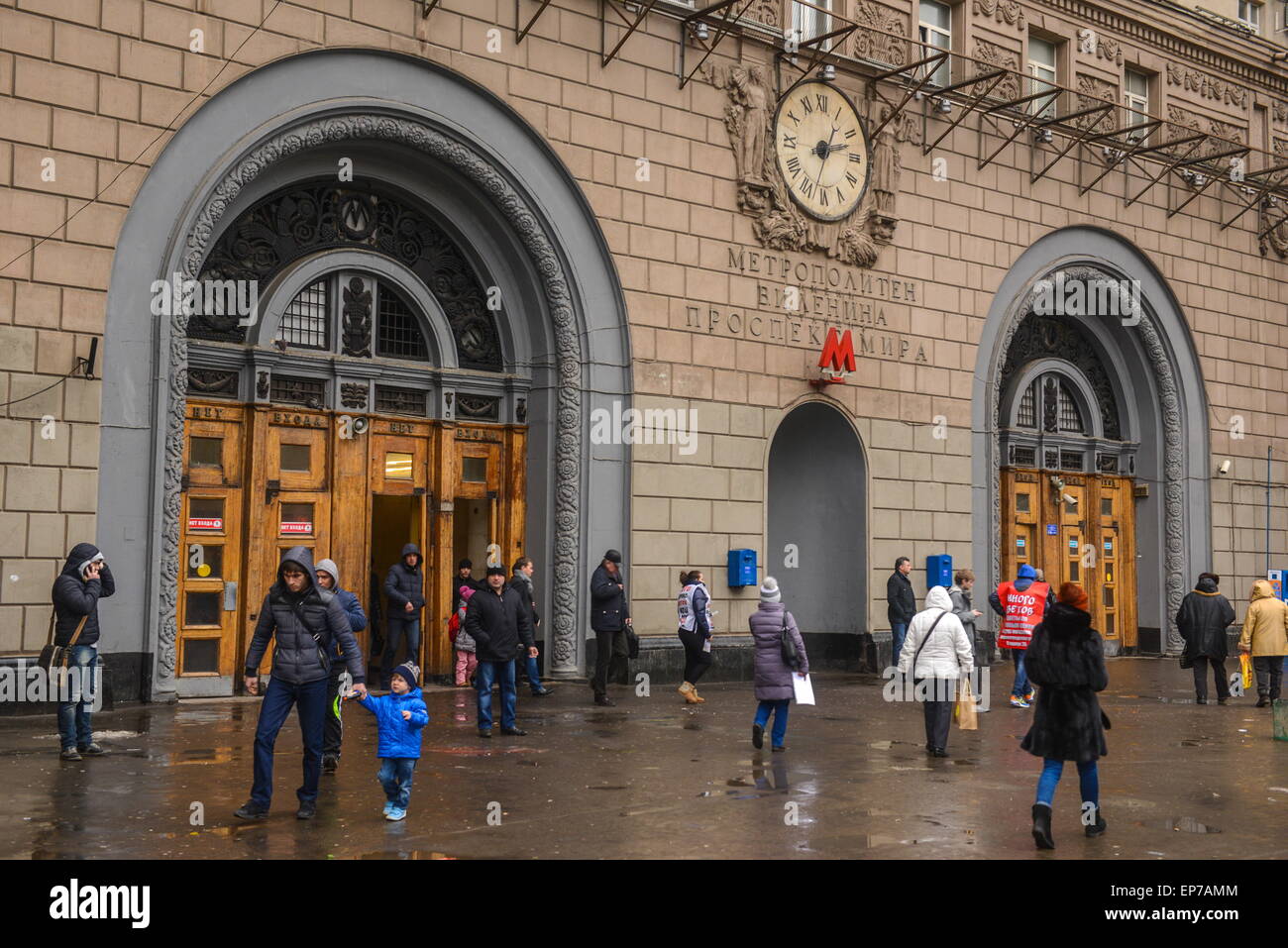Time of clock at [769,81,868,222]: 1:12
